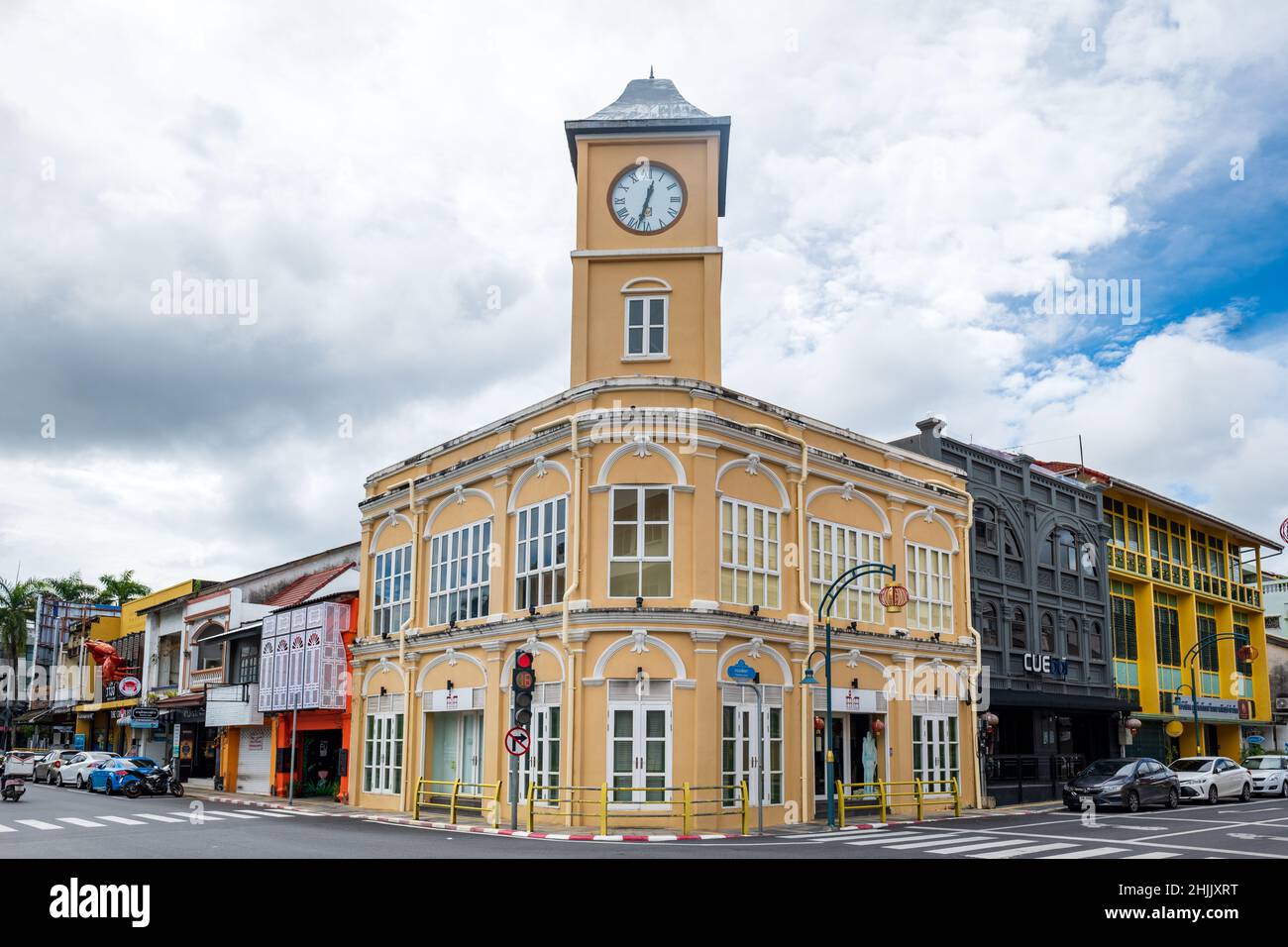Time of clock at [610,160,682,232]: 12:32
